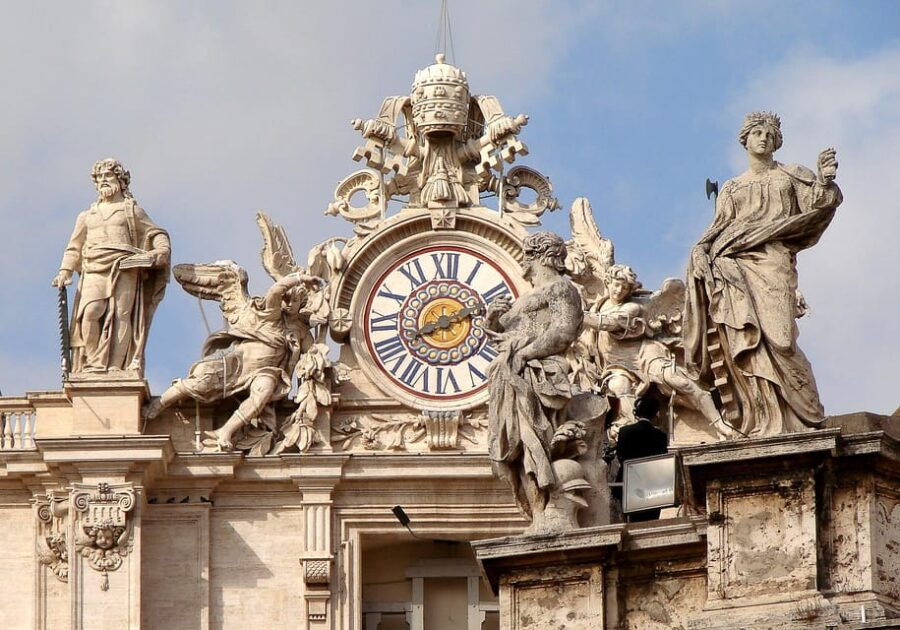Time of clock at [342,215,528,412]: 8:12
